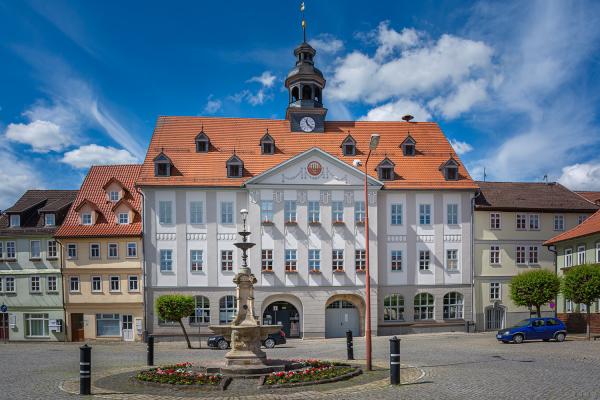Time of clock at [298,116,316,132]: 11:22
